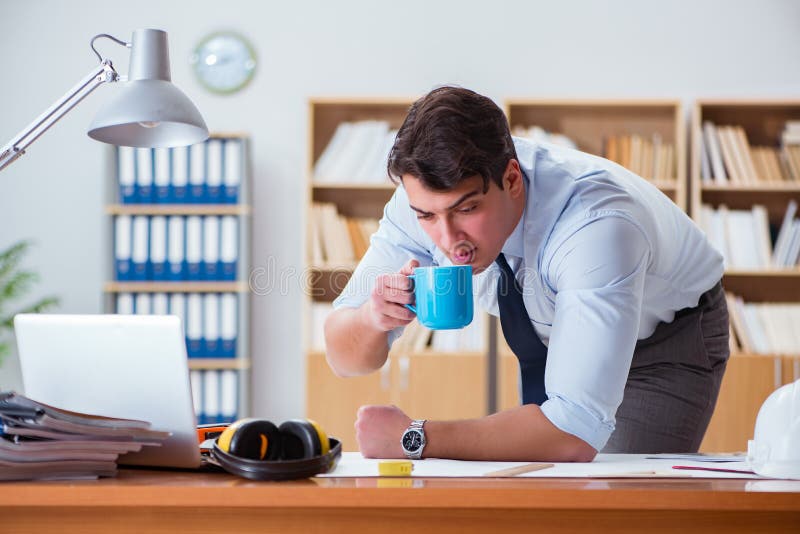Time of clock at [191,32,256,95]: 8:12
